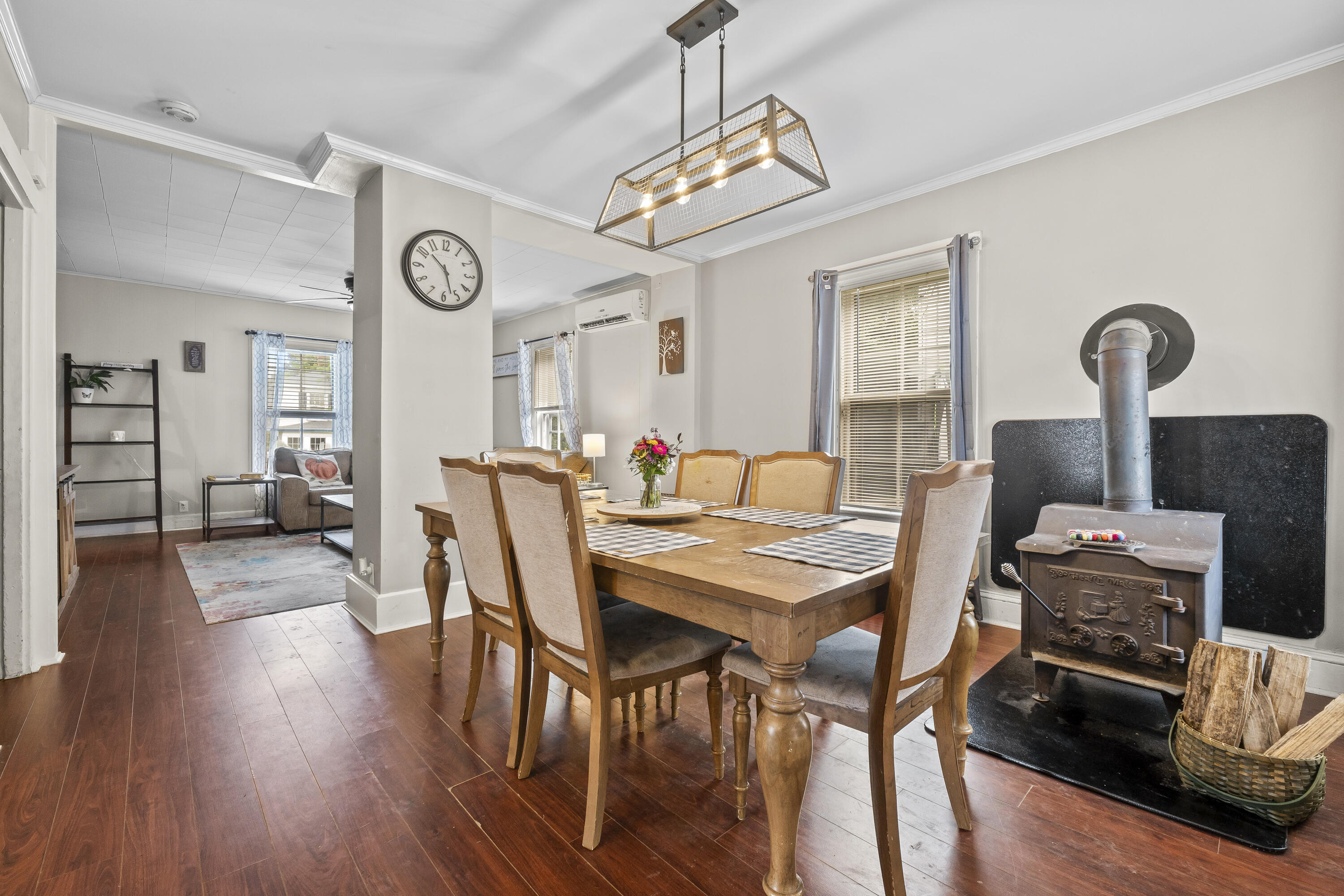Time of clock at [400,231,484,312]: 10:27
